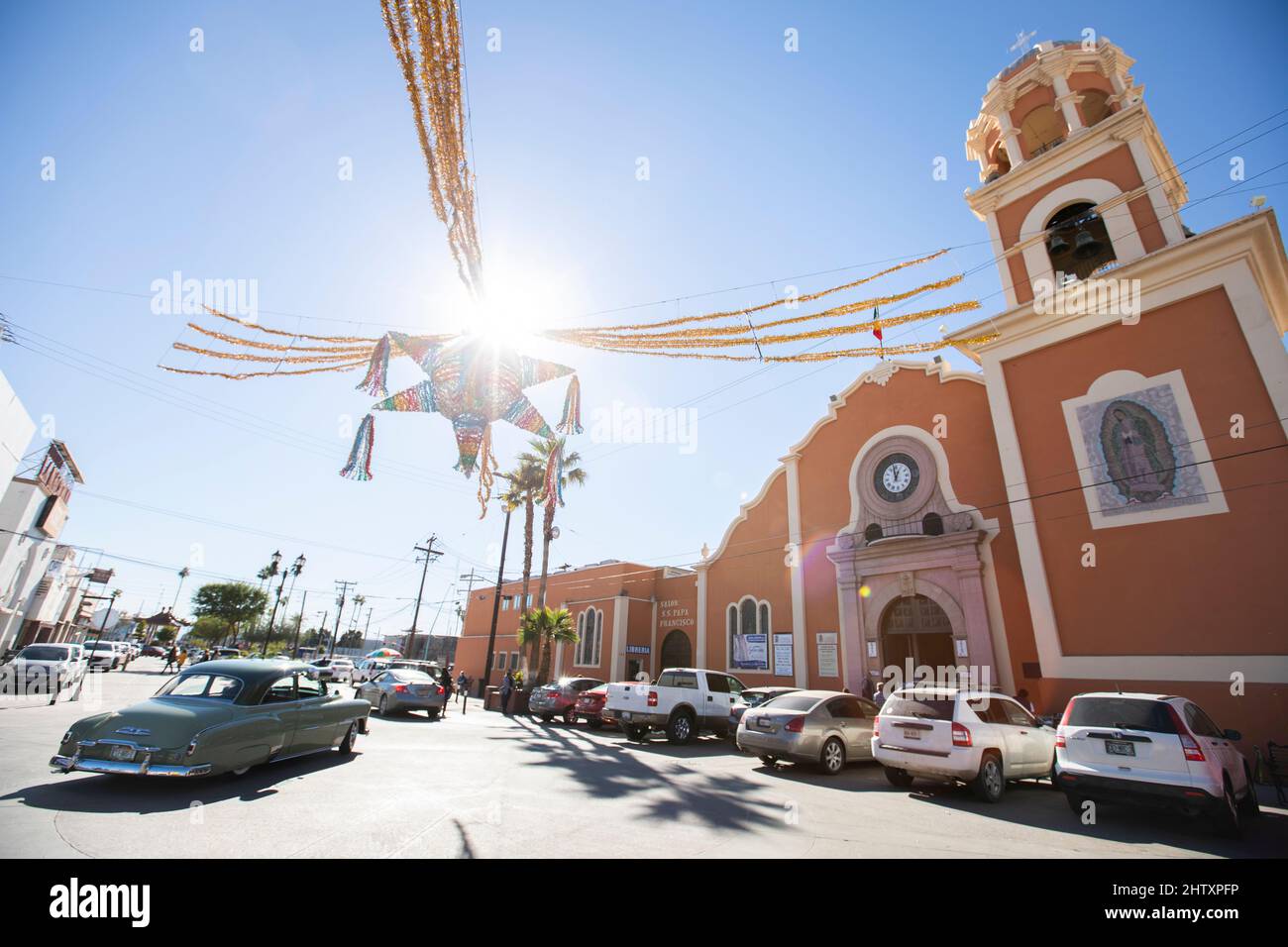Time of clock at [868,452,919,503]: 12:58
